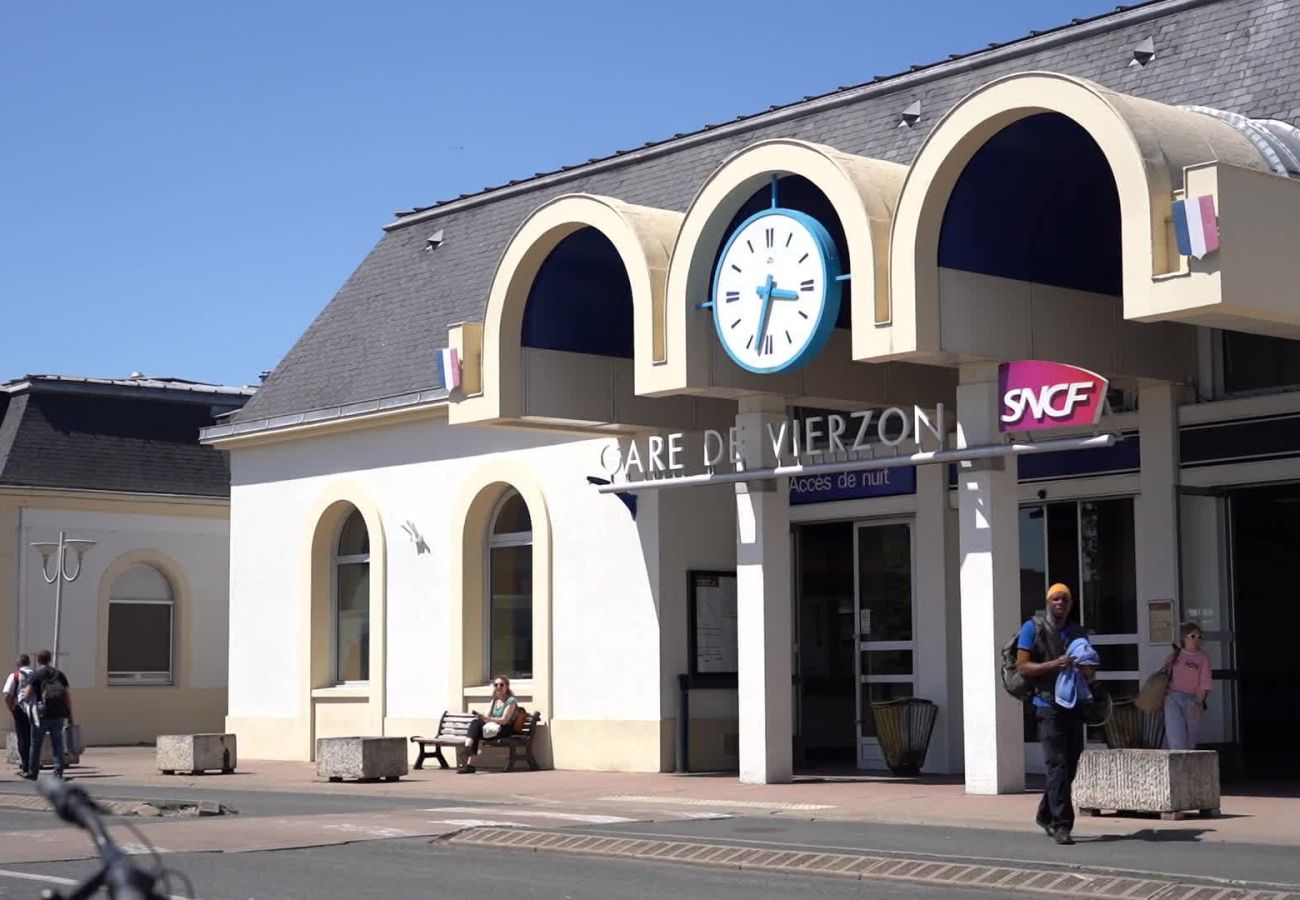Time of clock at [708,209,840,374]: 3:32
